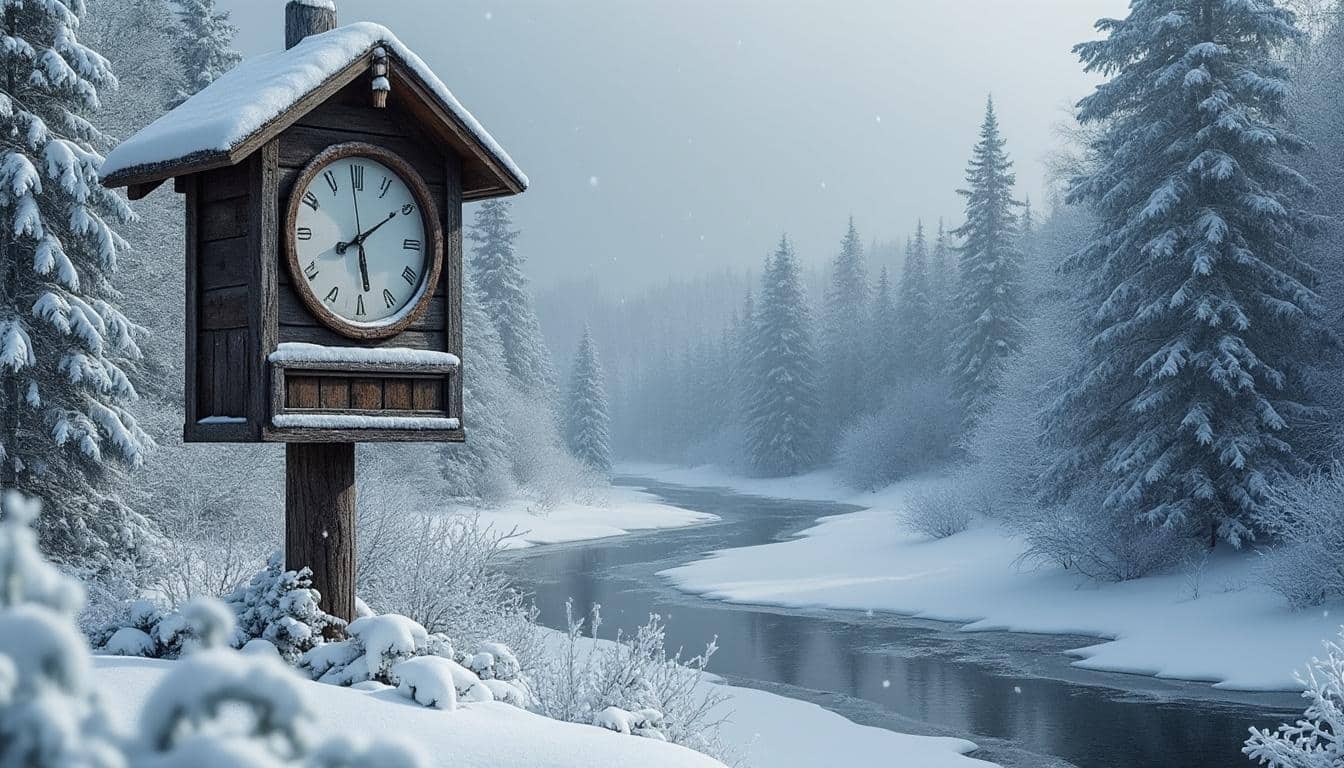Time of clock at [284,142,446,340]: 8:09
